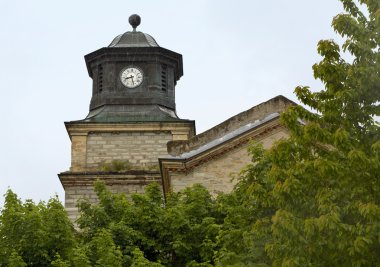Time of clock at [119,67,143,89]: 8:27
